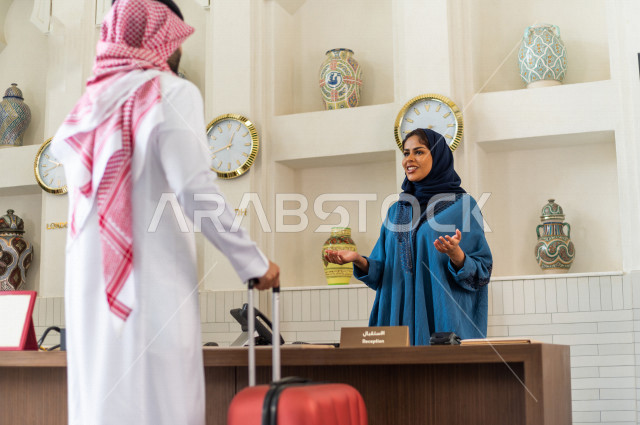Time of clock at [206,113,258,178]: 12:42
